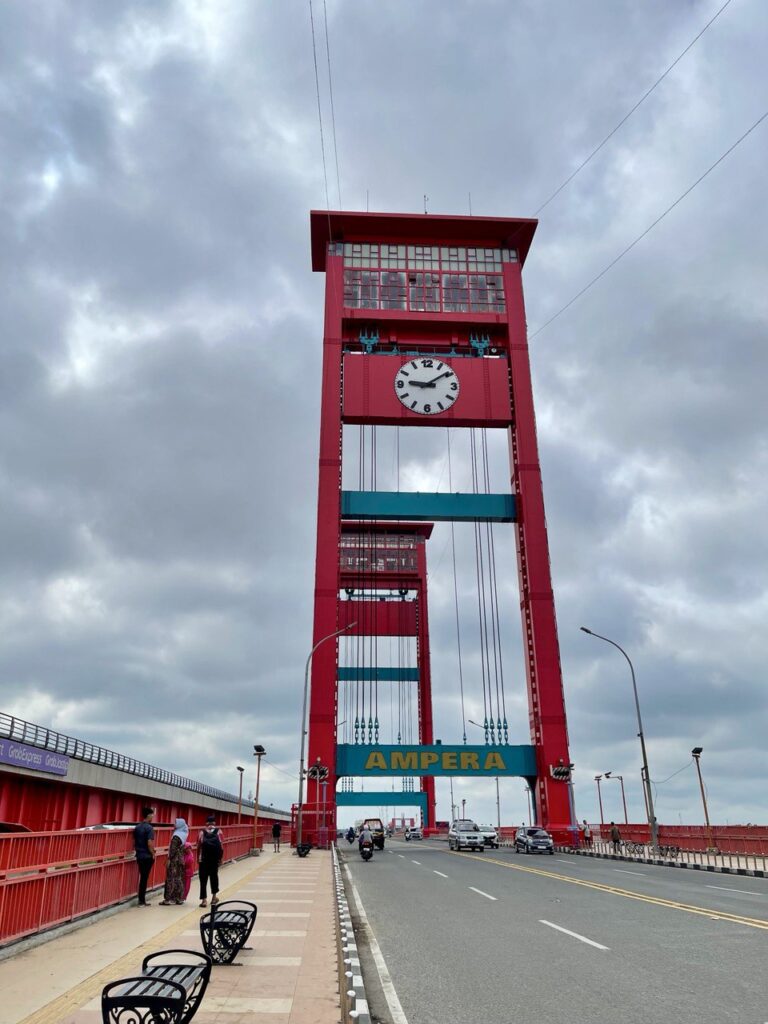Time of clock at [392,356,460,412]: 9:09
